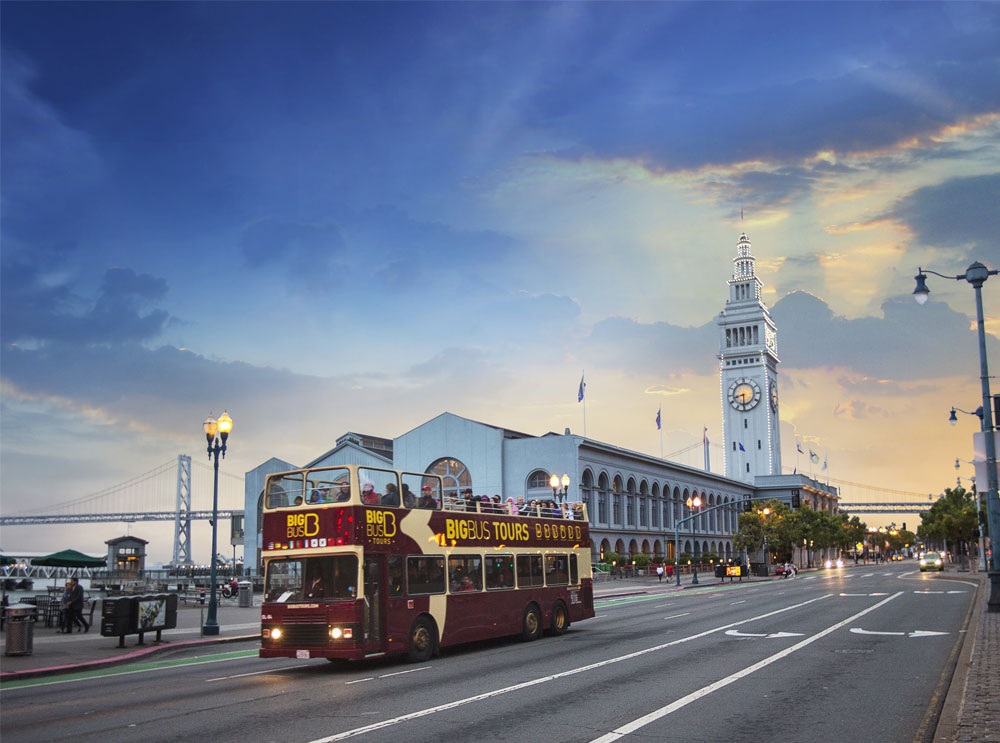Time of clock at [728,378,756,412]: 8:30
